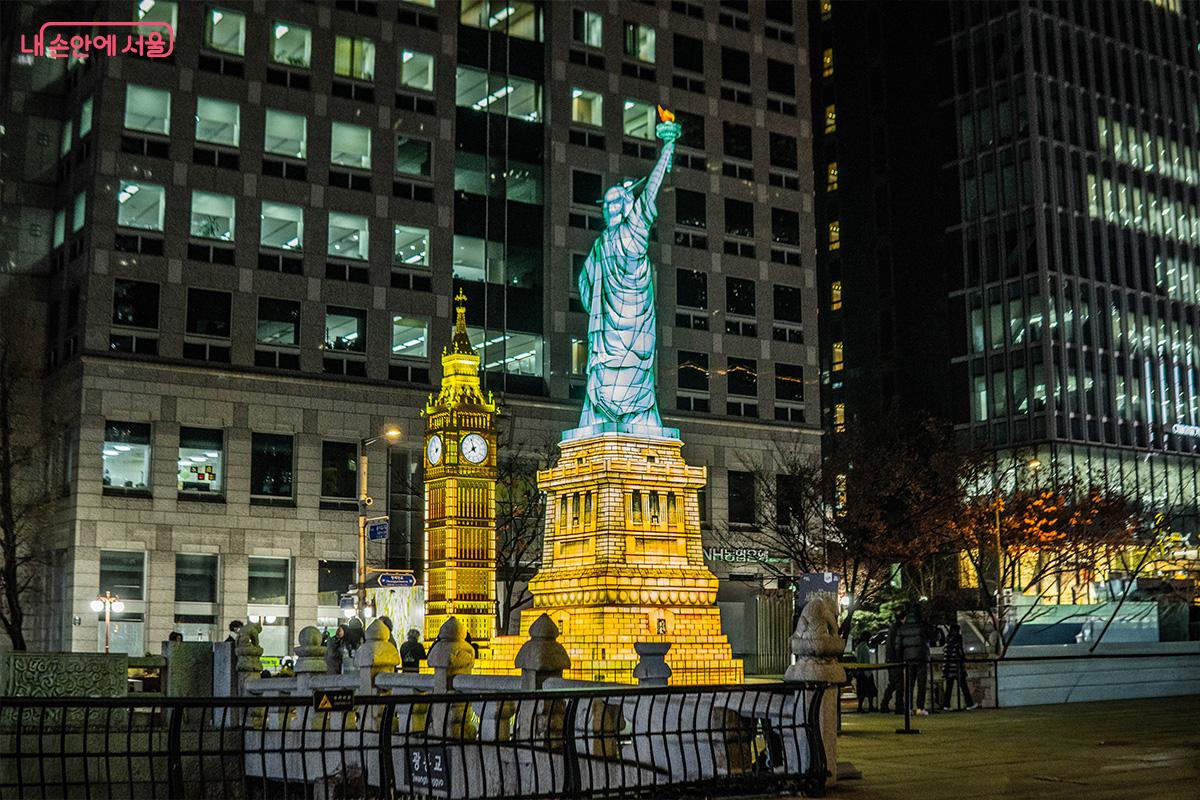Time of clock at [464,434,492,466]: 7:57
